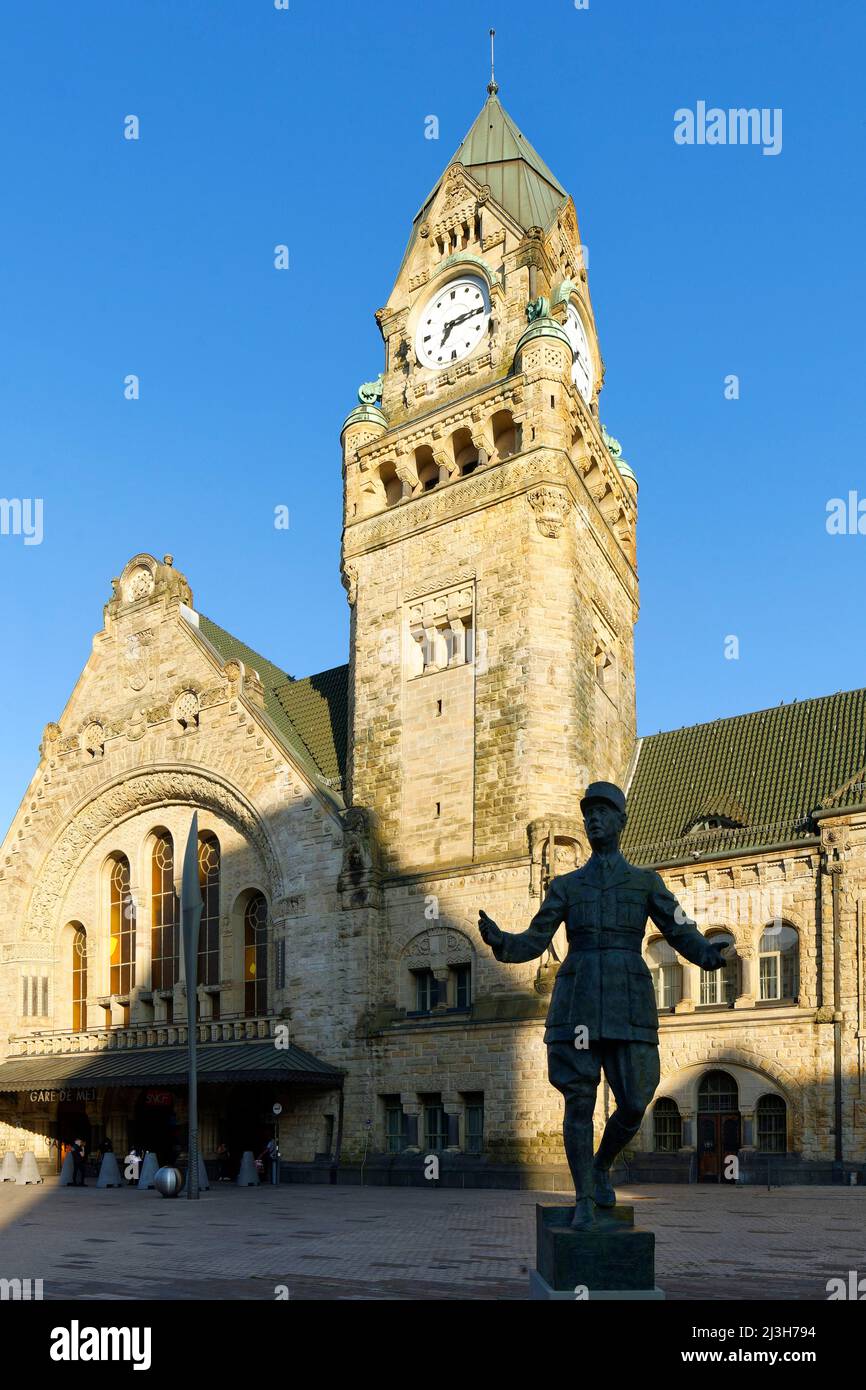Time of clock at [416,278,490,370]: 7:15
